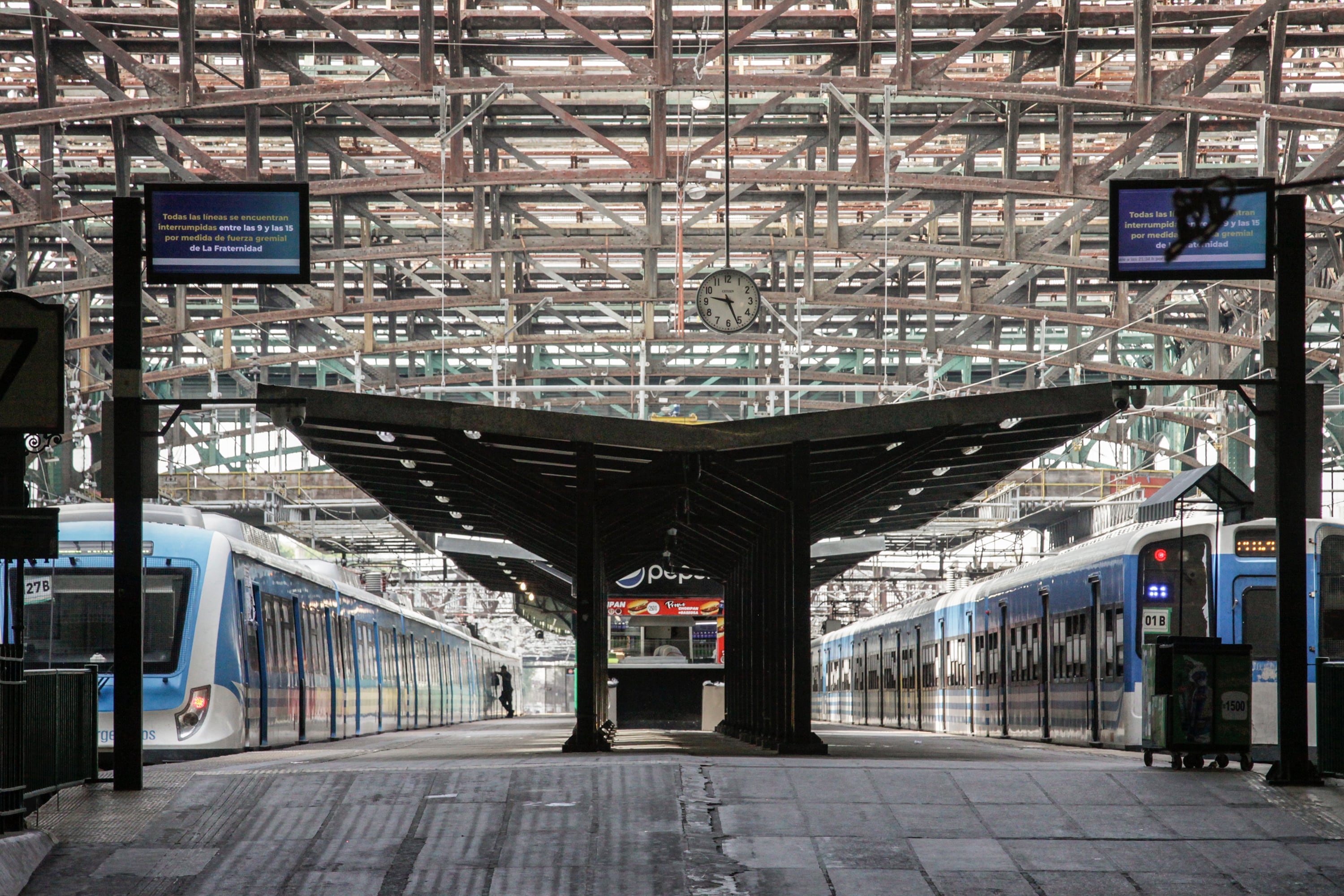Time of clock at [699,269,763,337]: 9:26
